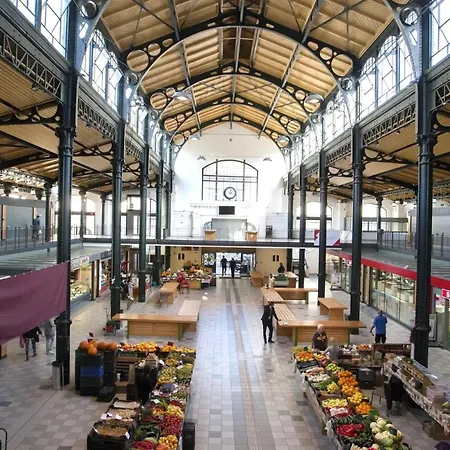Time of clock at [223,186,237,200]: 3:02
